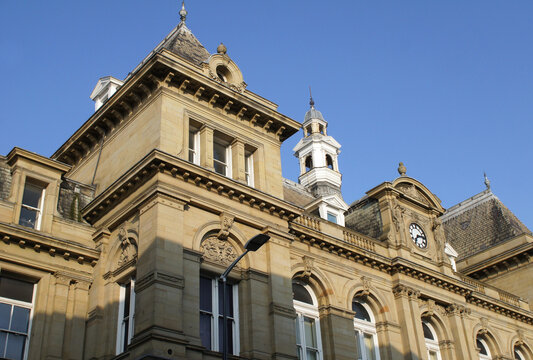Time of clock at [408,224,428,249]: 7:13
